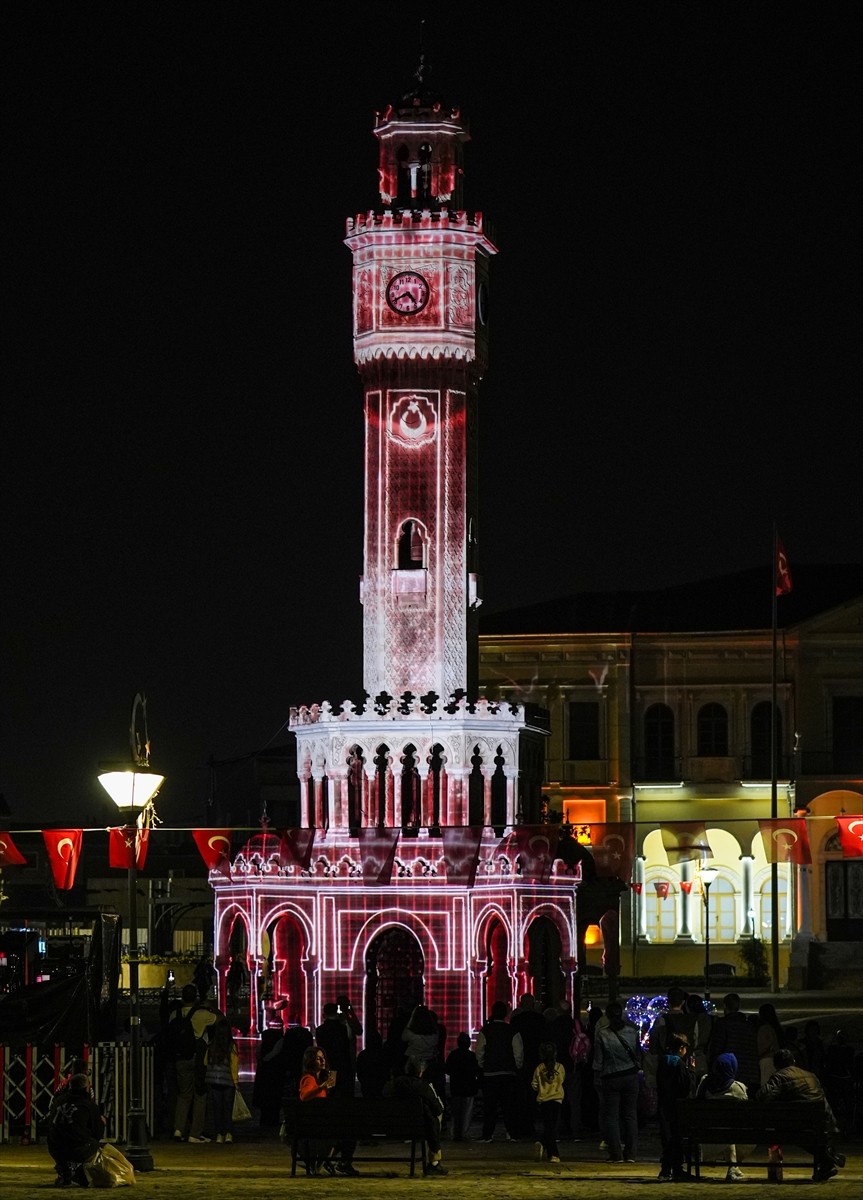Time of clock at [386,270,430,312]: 4:40
